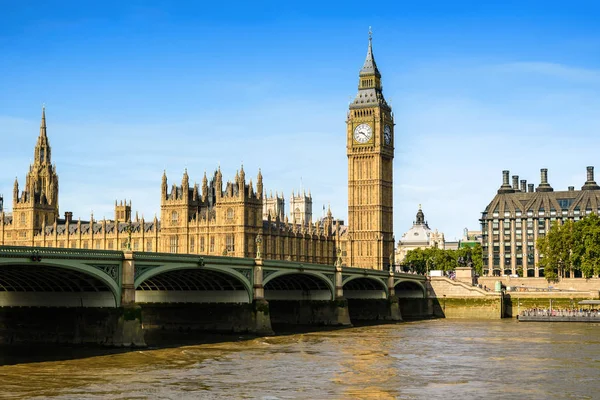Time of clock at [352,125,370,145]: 9:22
